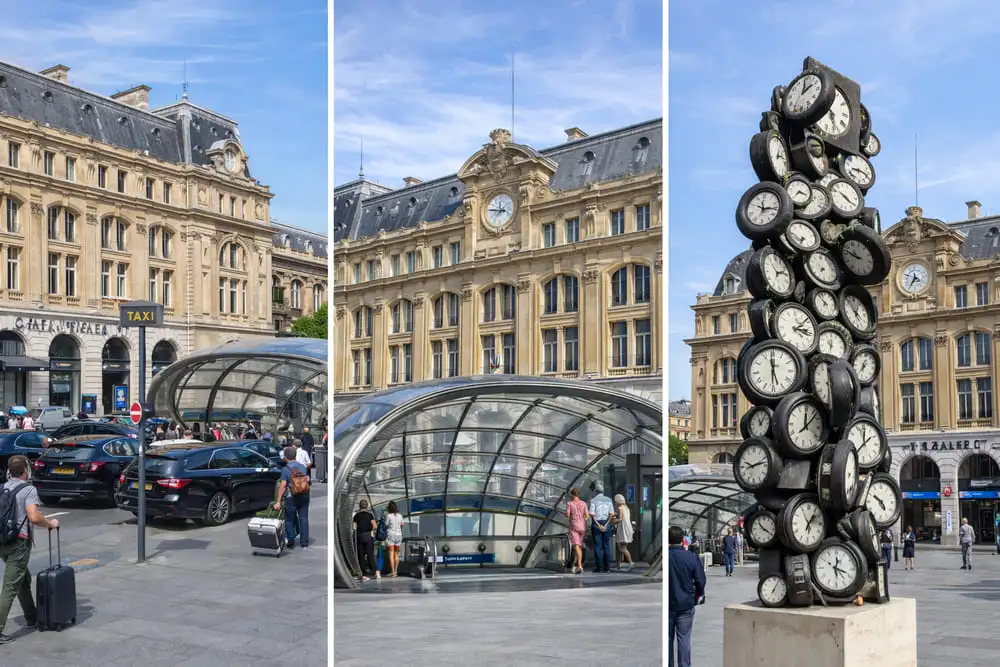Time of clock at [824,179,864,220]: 4:20
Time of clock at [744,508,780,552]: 10:20
